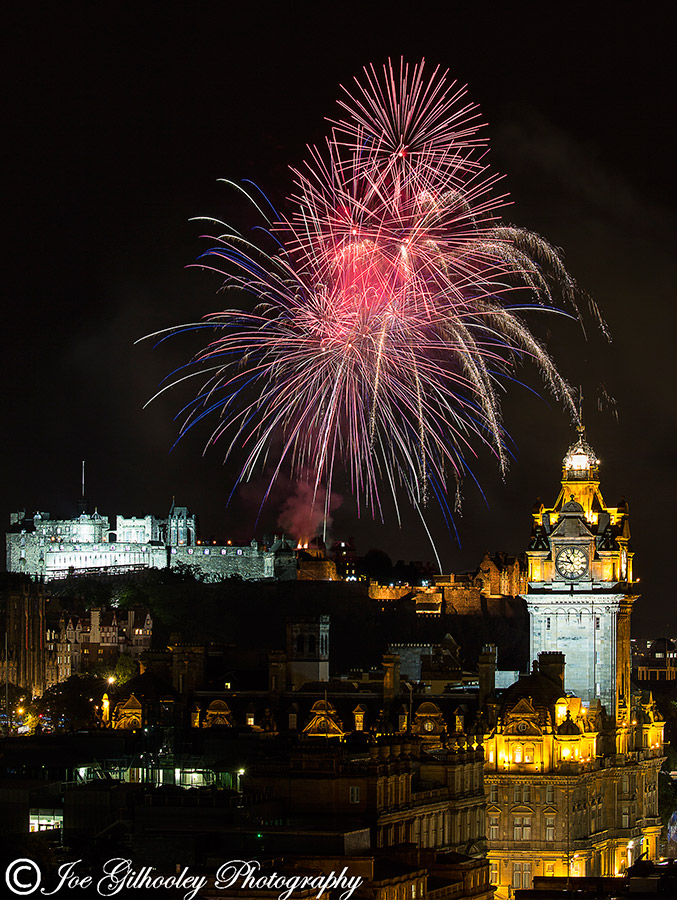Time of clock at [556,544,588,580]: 10:46
